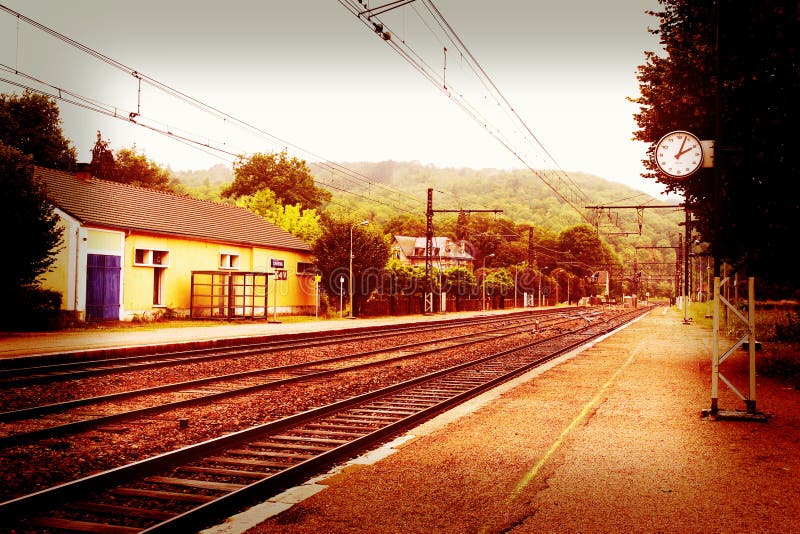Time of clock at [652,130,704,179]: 2:03
